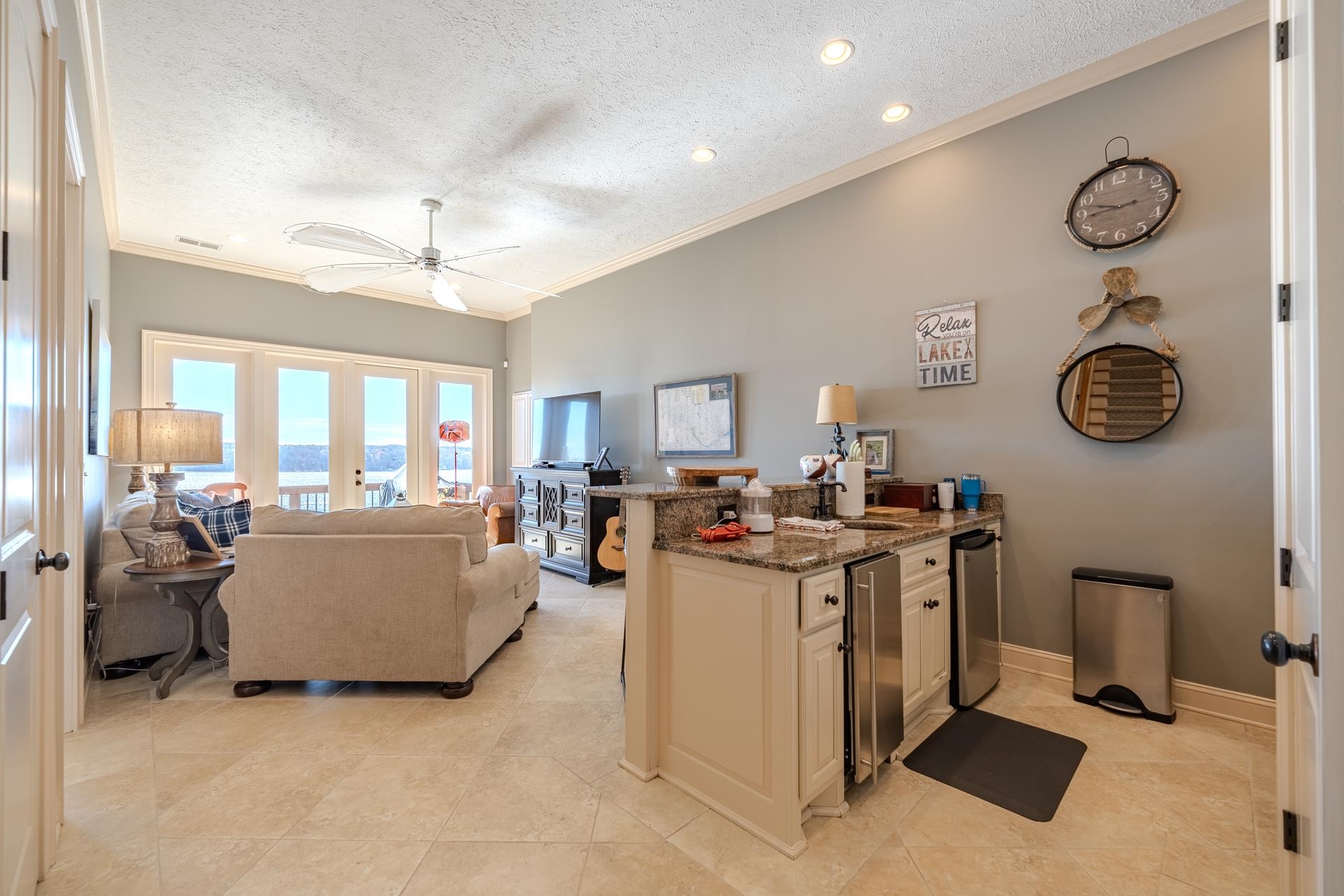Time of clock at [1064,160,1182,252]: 9:44
